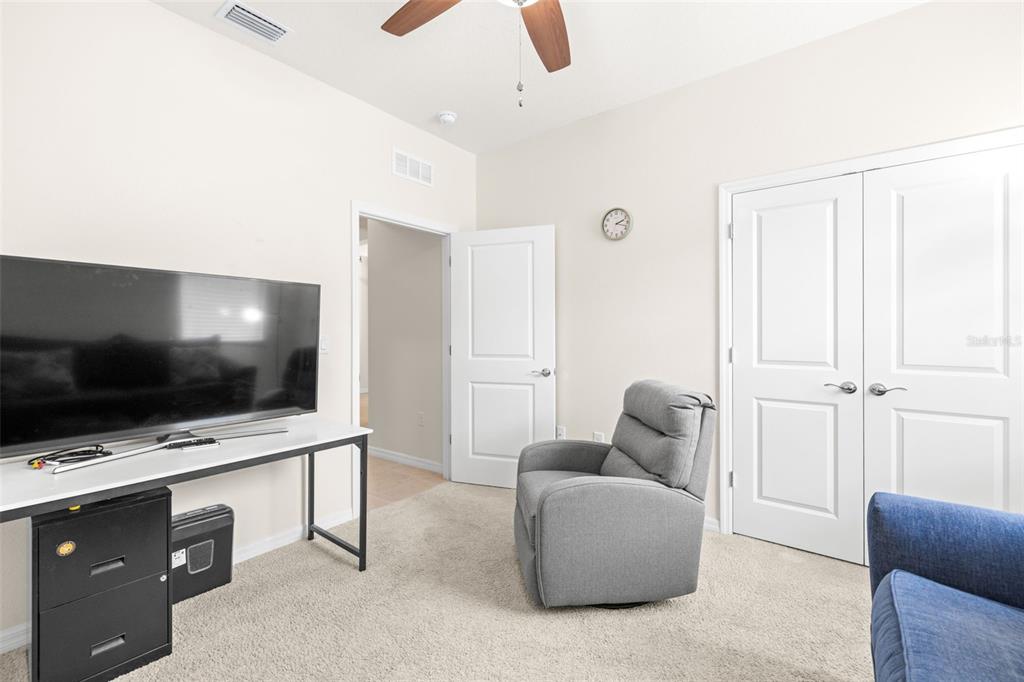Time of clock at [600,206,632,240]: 2:18
